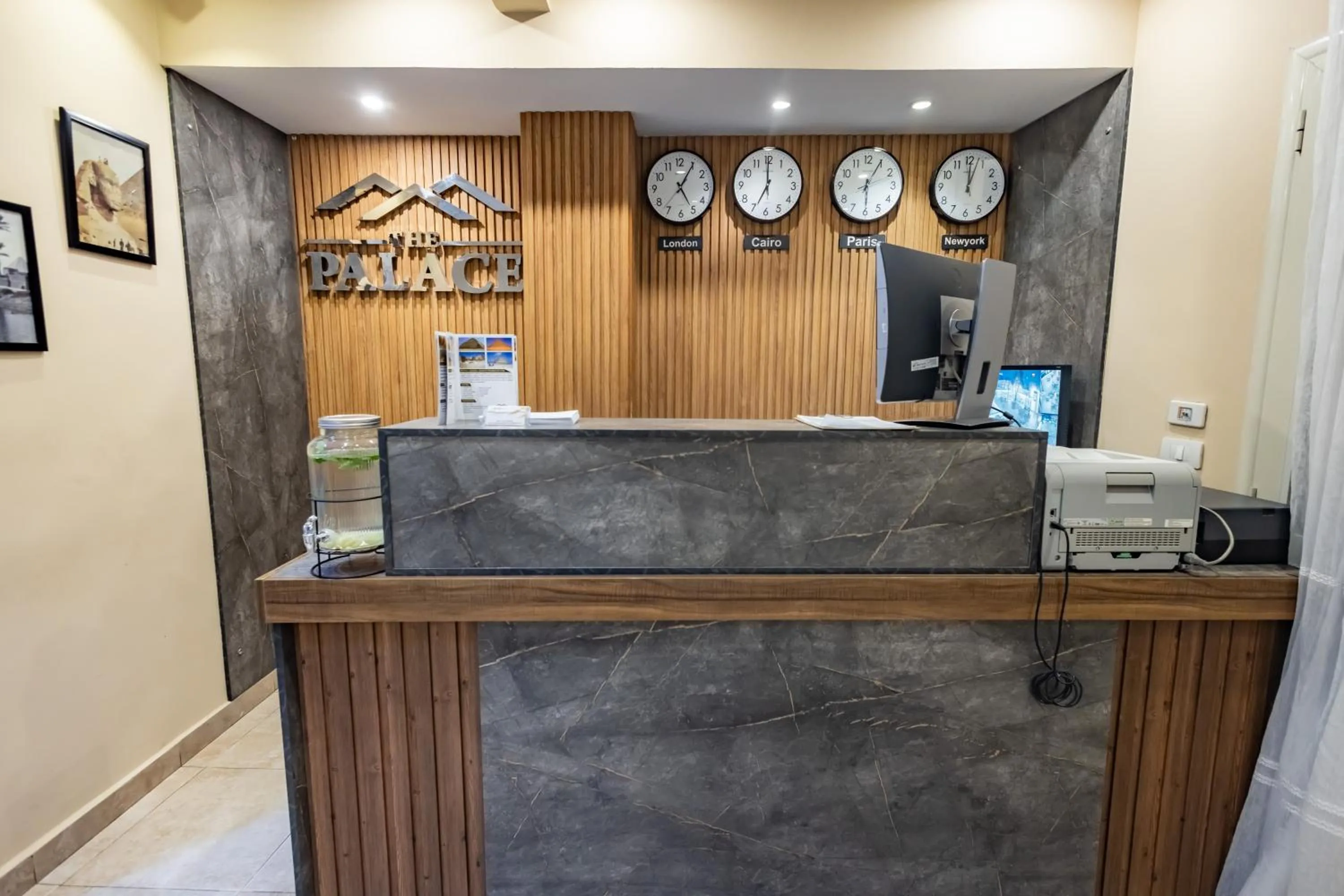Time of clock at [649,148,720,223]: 5:05
